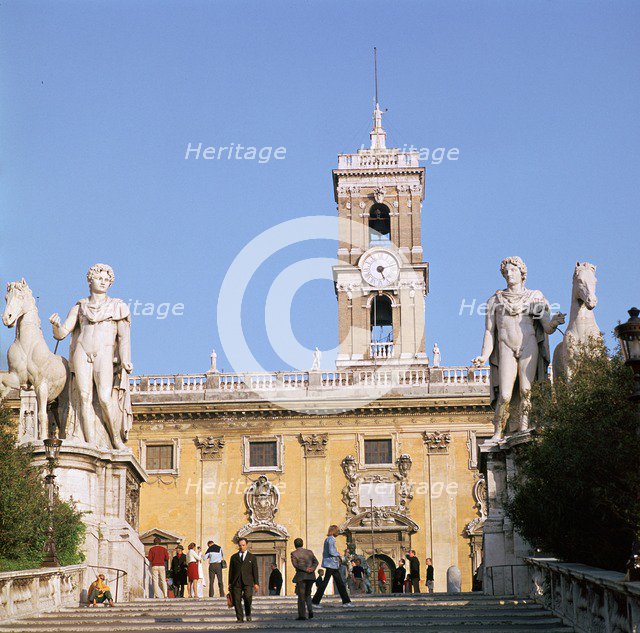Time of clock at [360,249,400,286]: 5:12
